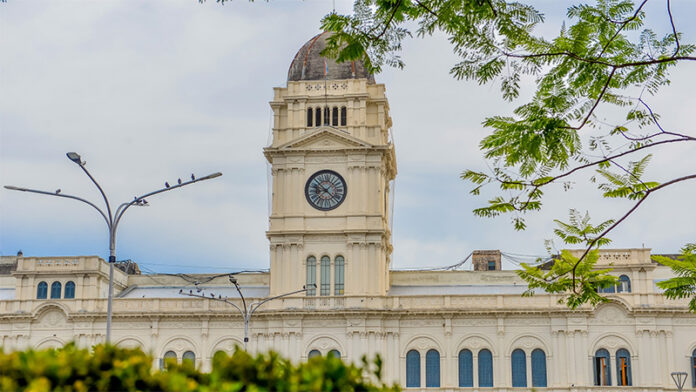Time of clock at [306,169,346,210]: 9:07
